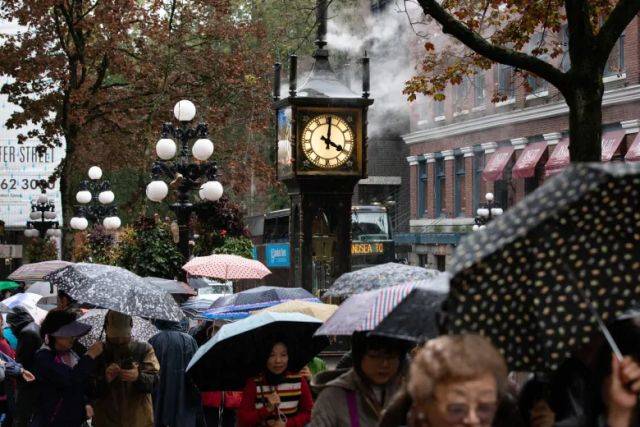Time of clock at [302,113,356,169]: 4:00
